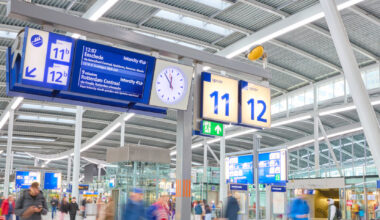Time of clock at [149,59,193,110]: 11:52
